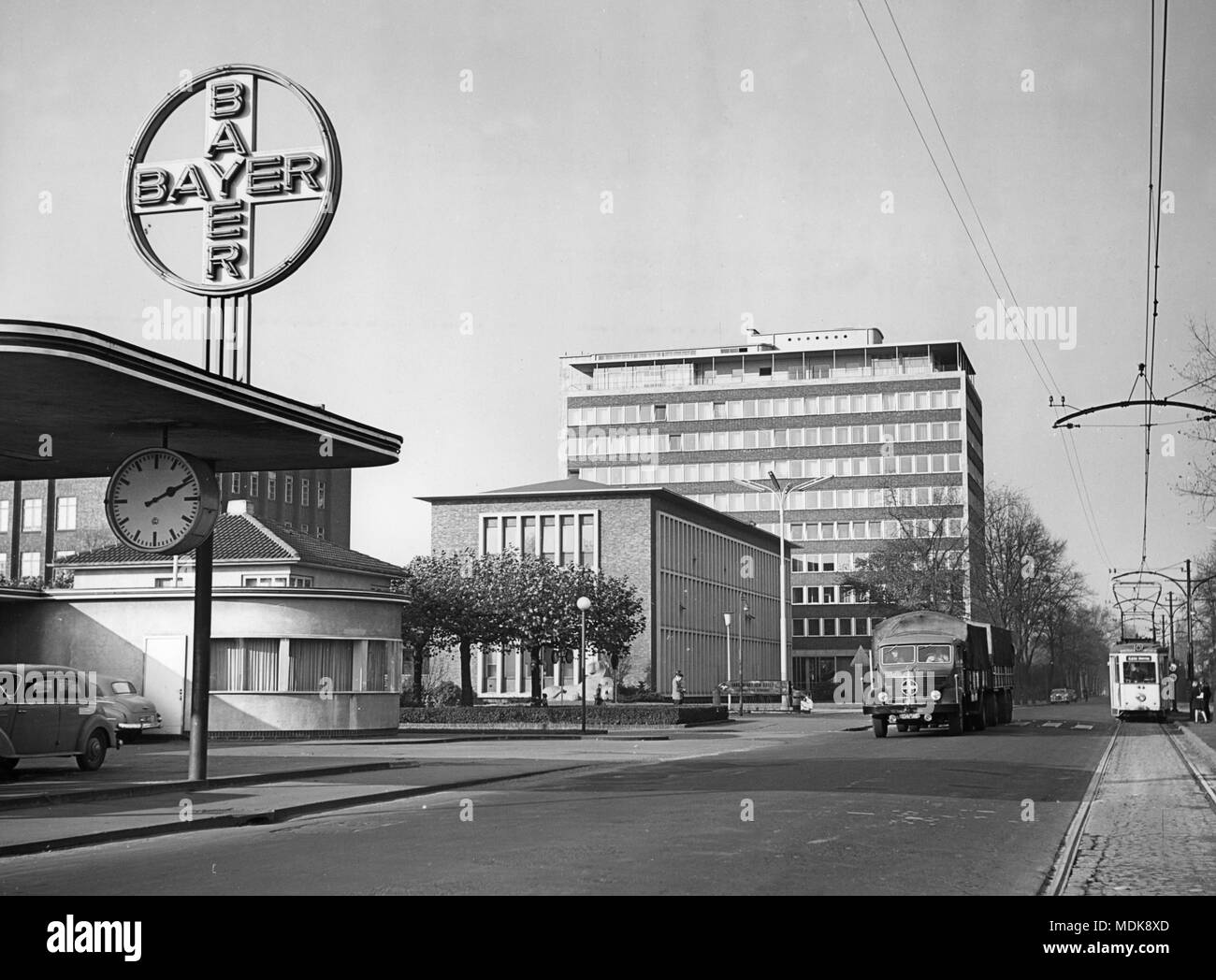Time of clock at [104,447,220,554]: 2:10
